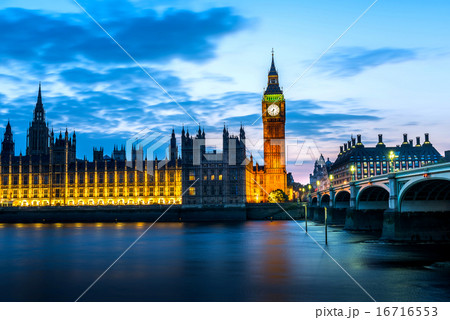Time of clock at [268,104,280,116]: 7:31
